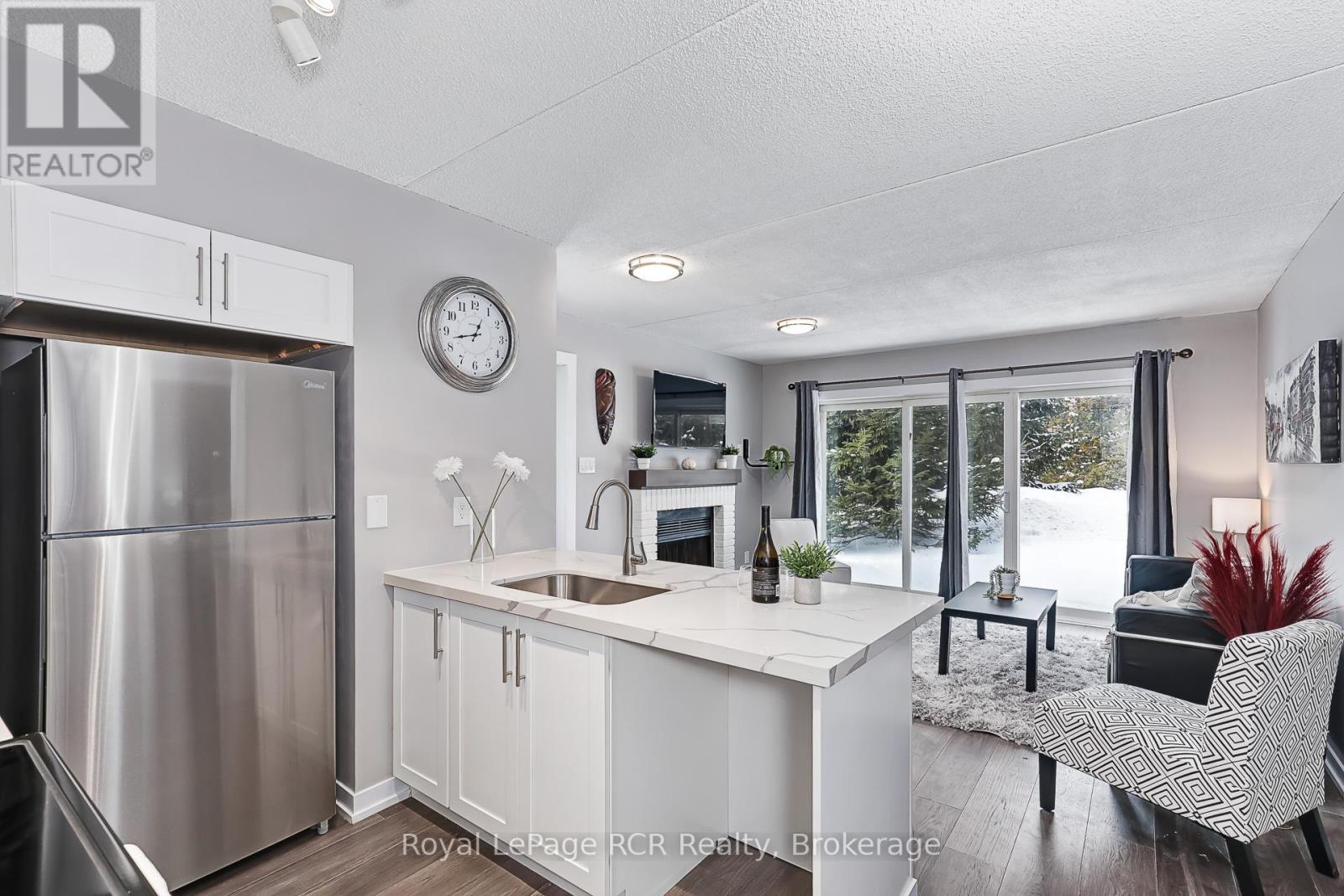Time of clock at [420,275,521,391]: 12:42
